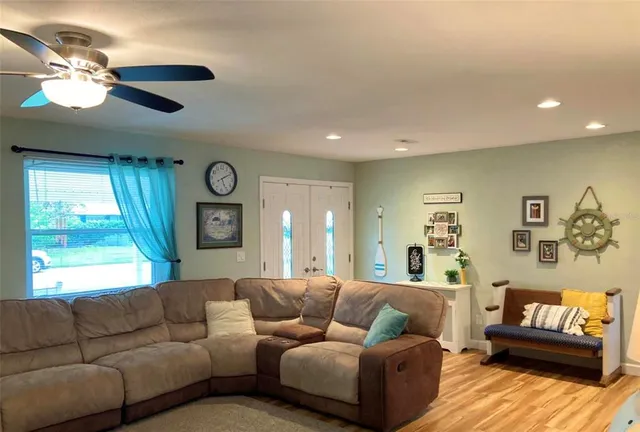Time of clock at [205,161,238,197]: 5:10
